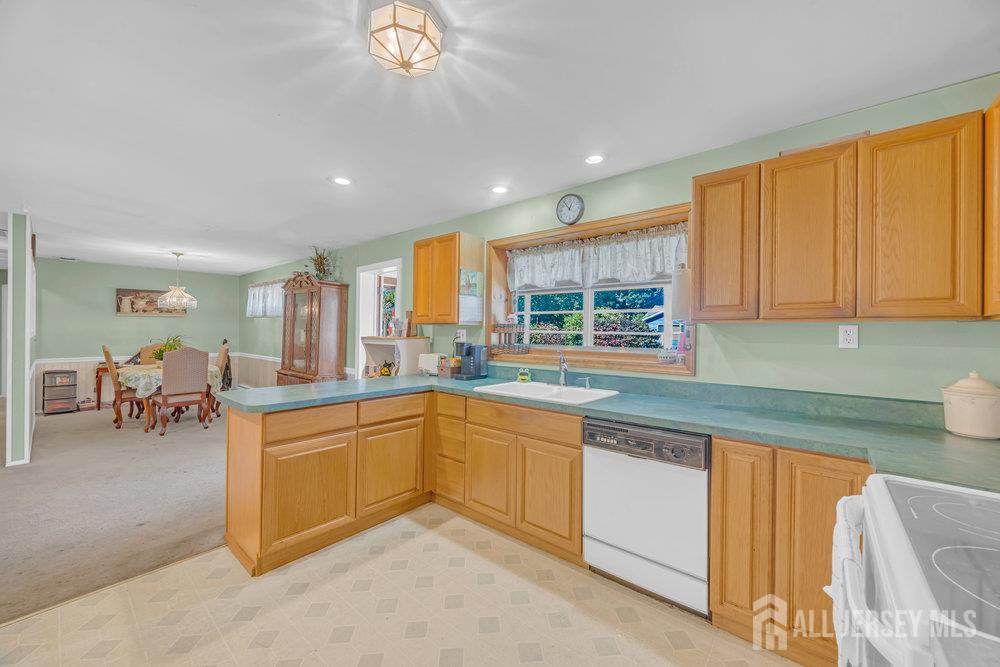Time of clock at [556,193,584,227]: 12:53
